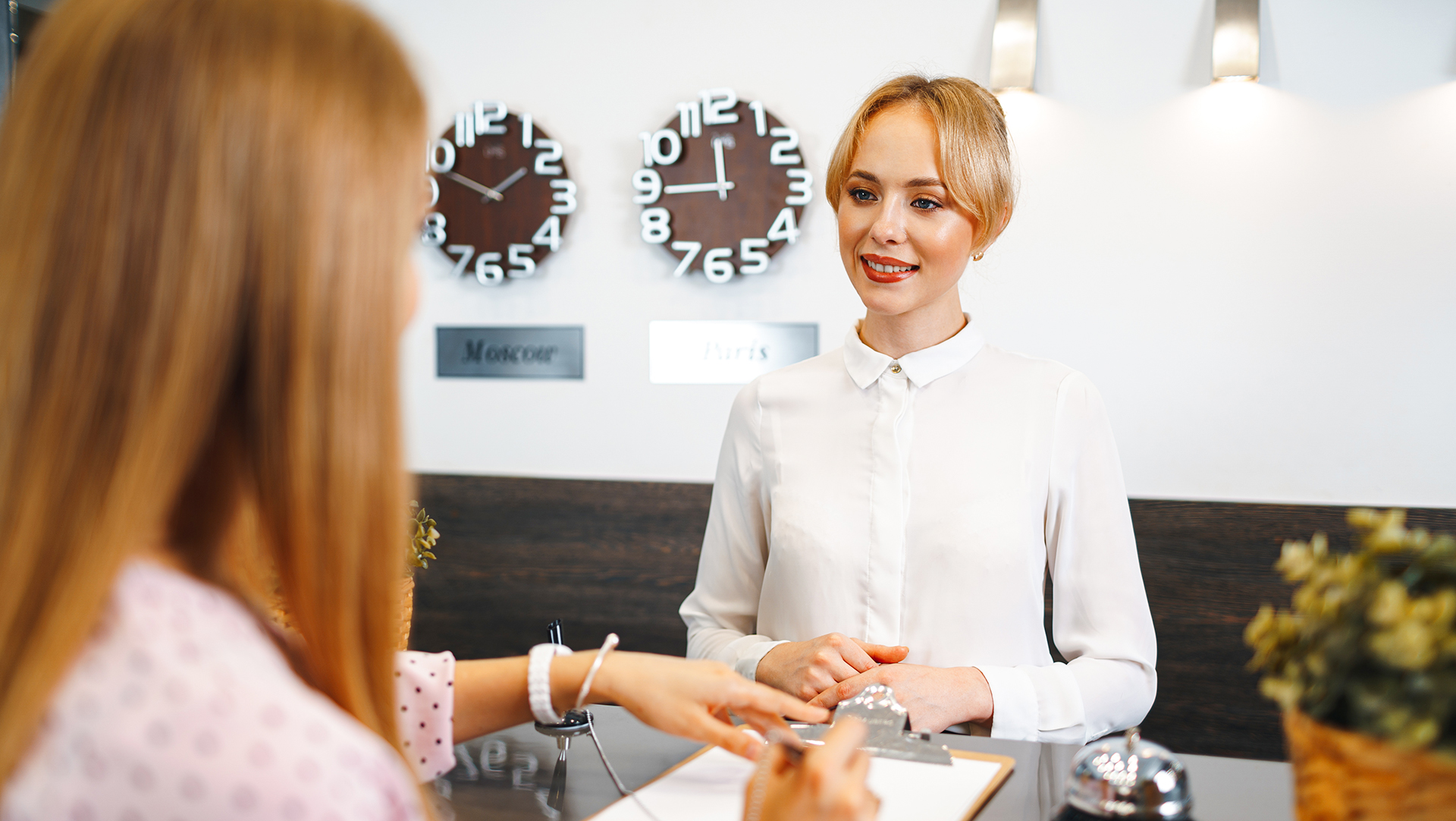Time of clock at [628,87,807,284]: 11:44
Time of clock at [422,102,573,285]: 1:48
